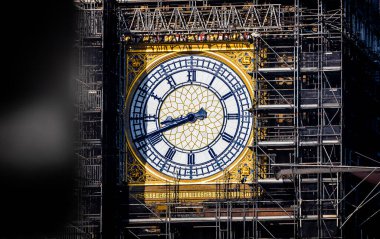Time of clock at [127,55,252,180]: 8:41
